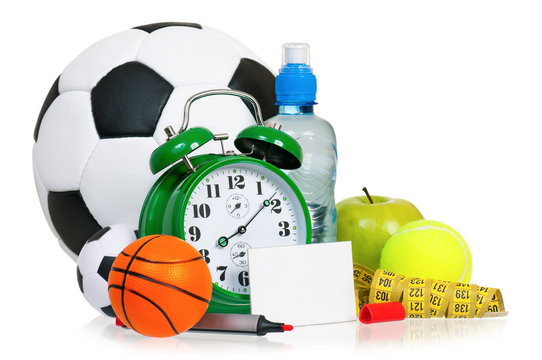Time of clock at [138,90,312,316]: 8:08
